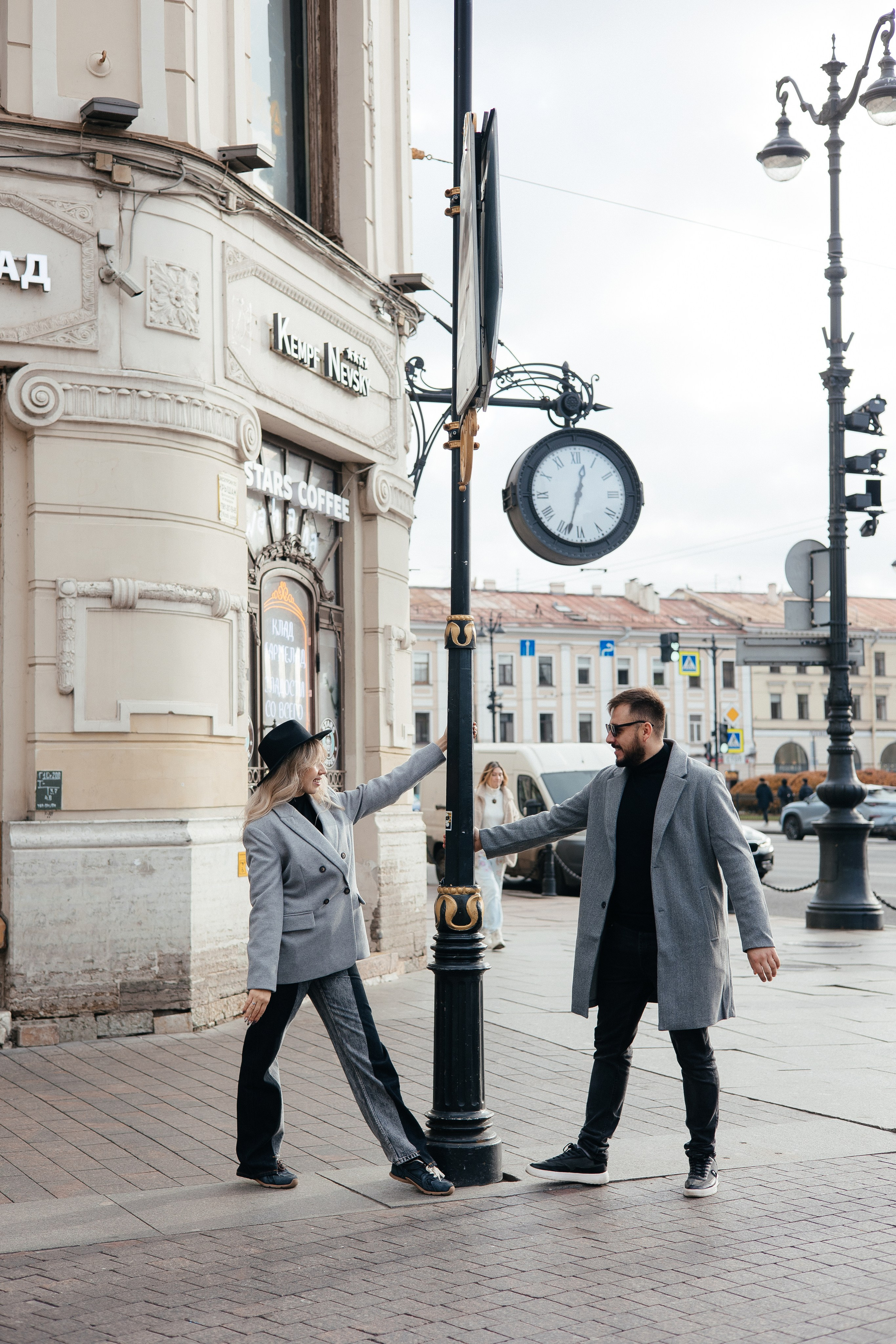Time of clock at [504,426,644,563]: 12:32
